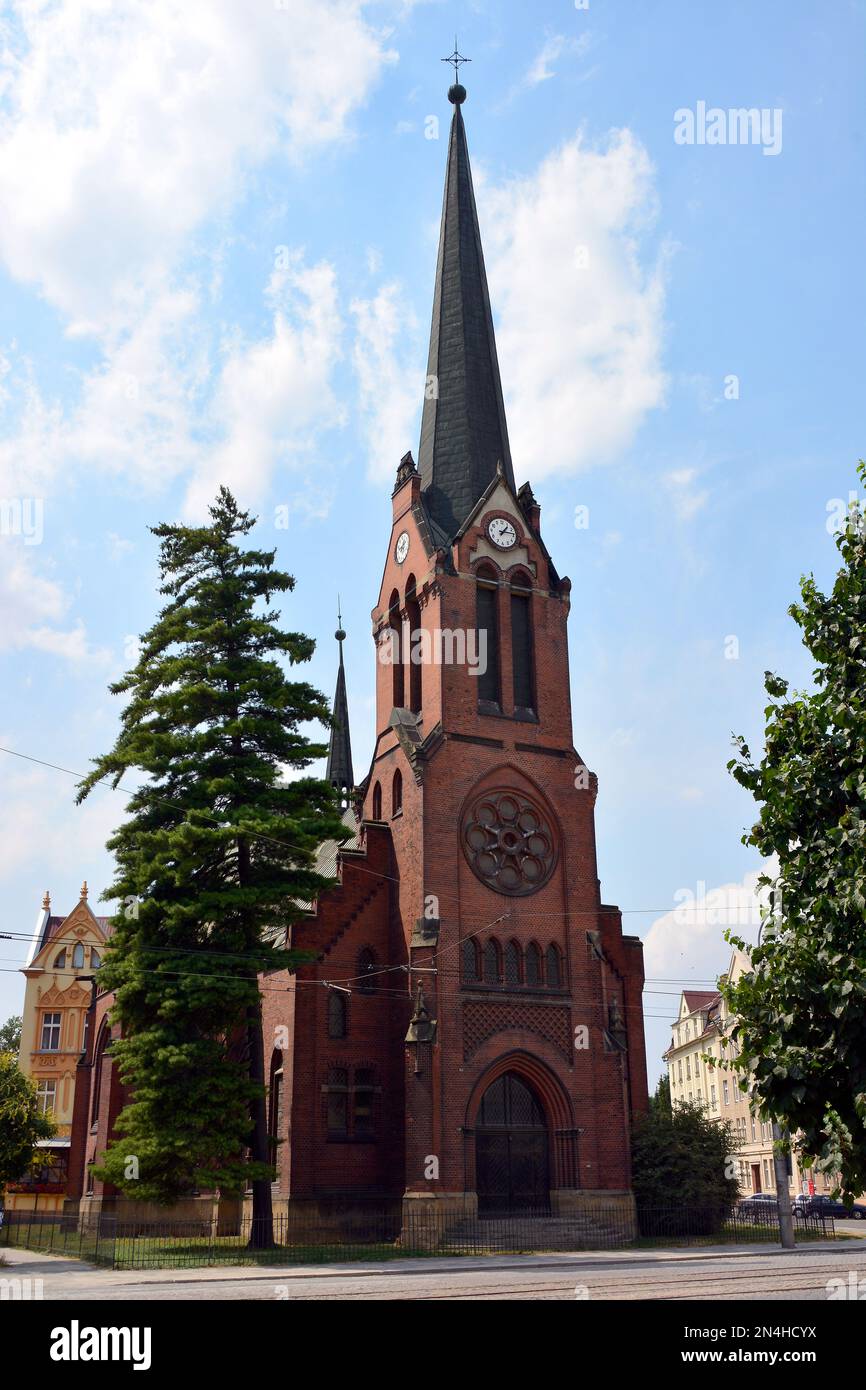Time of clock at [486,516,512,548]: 1:13
